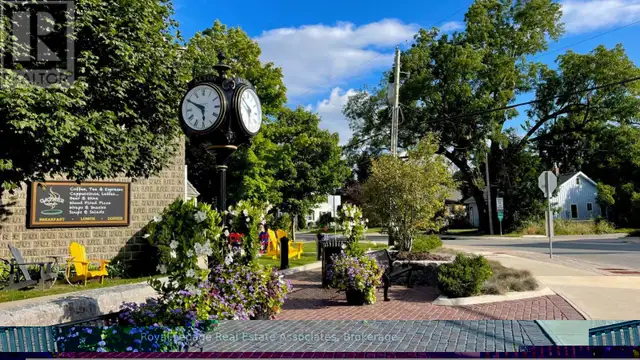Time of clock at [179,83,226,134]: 5:49
